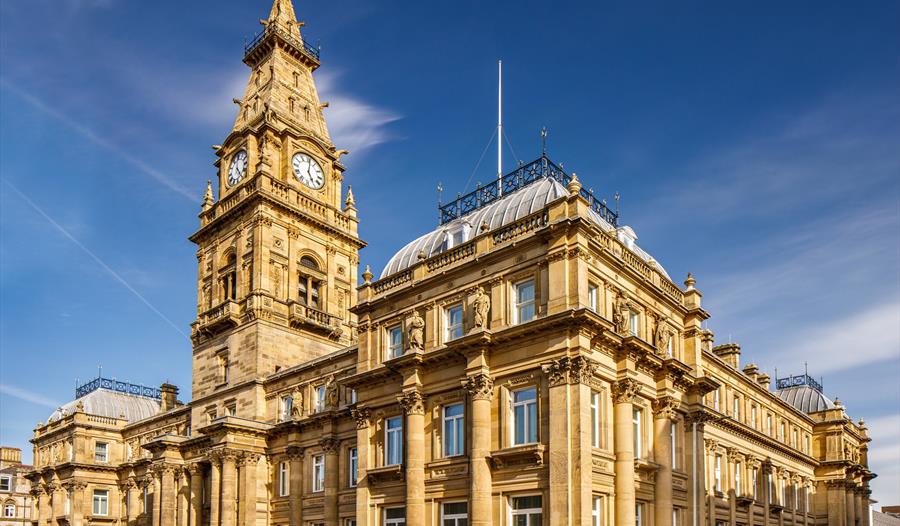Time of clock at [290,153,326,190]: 5:01
